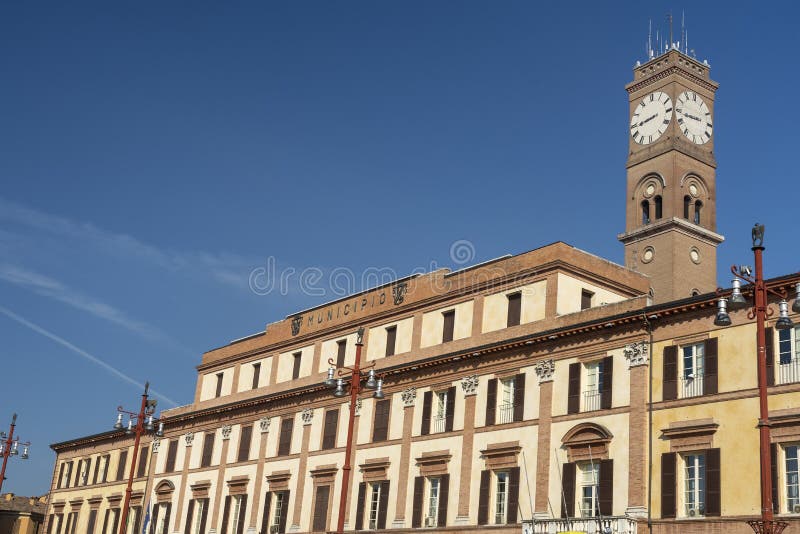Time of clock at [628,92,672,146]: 8:43
